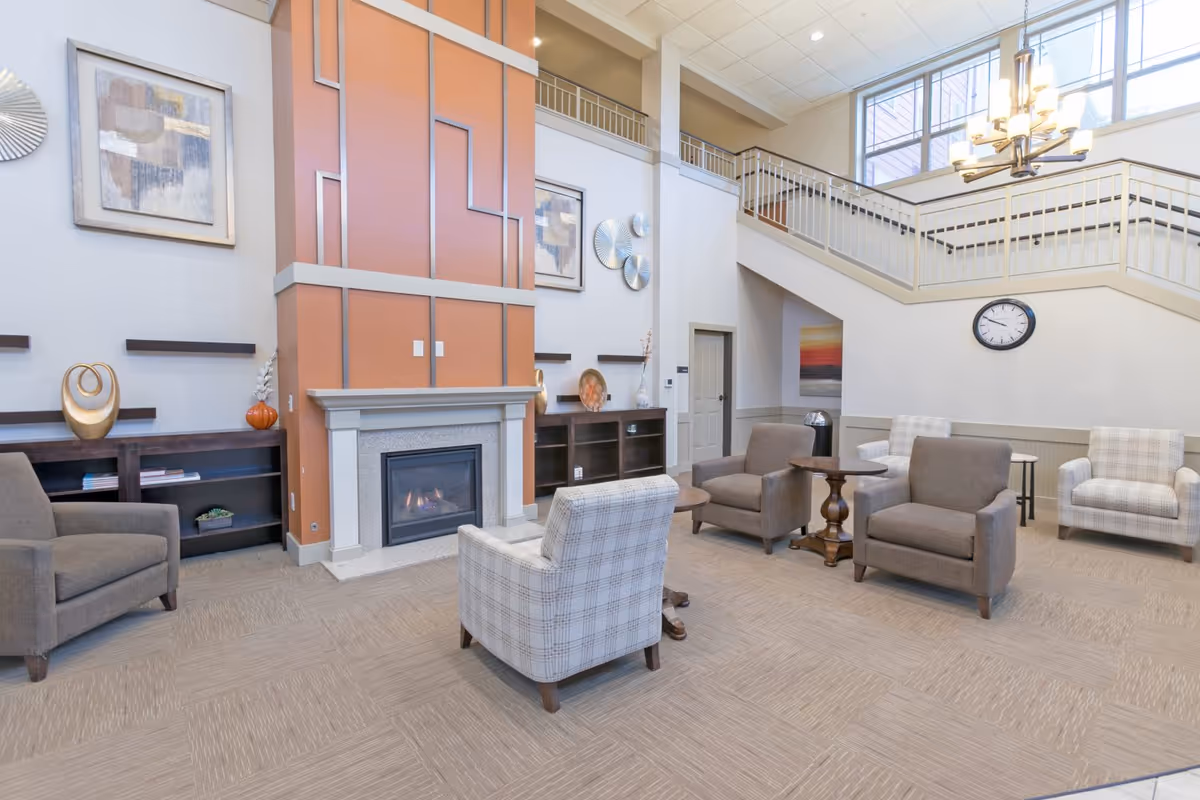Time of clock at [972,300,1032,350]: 9:49
